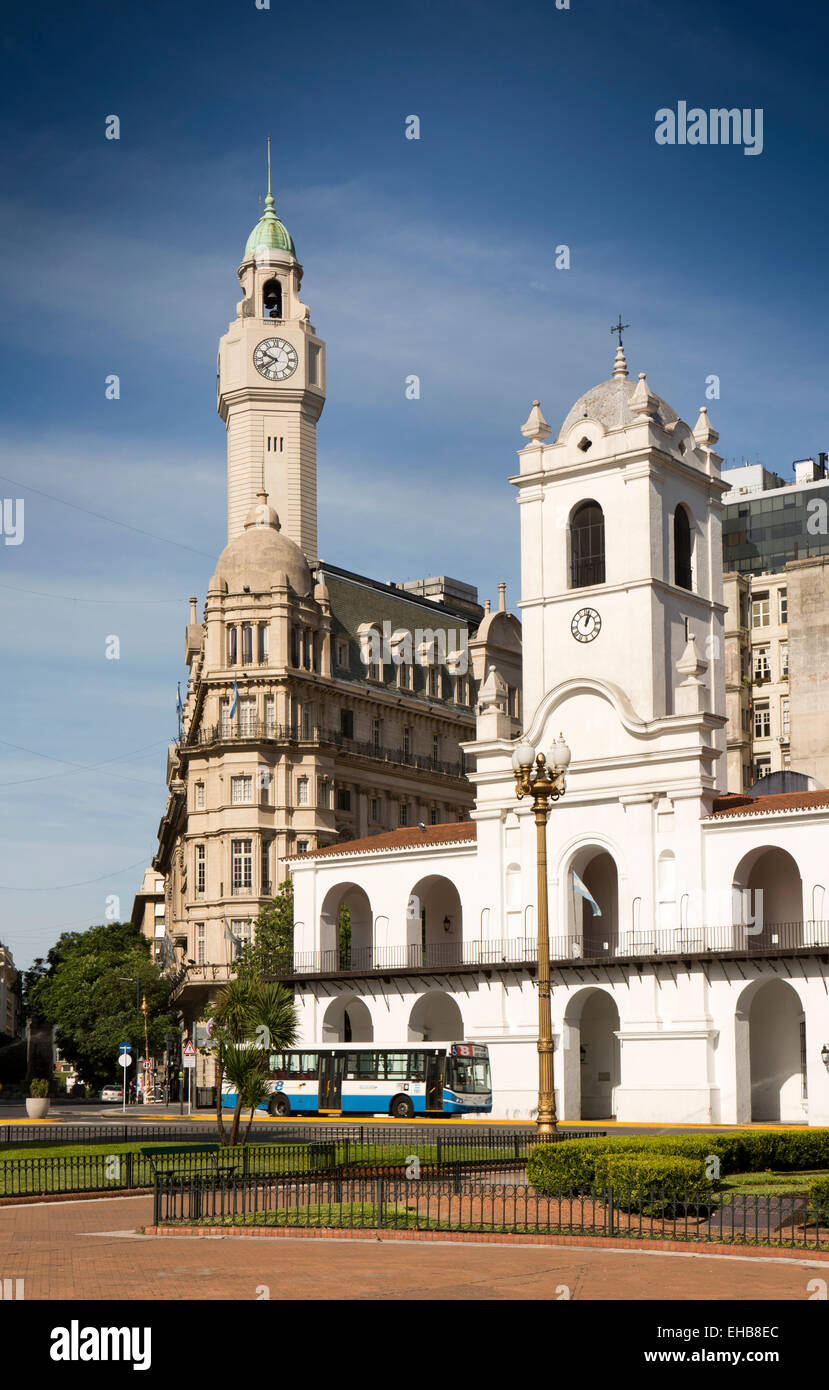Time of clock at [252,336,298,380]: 9:38
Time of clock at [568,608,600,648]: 1:02
